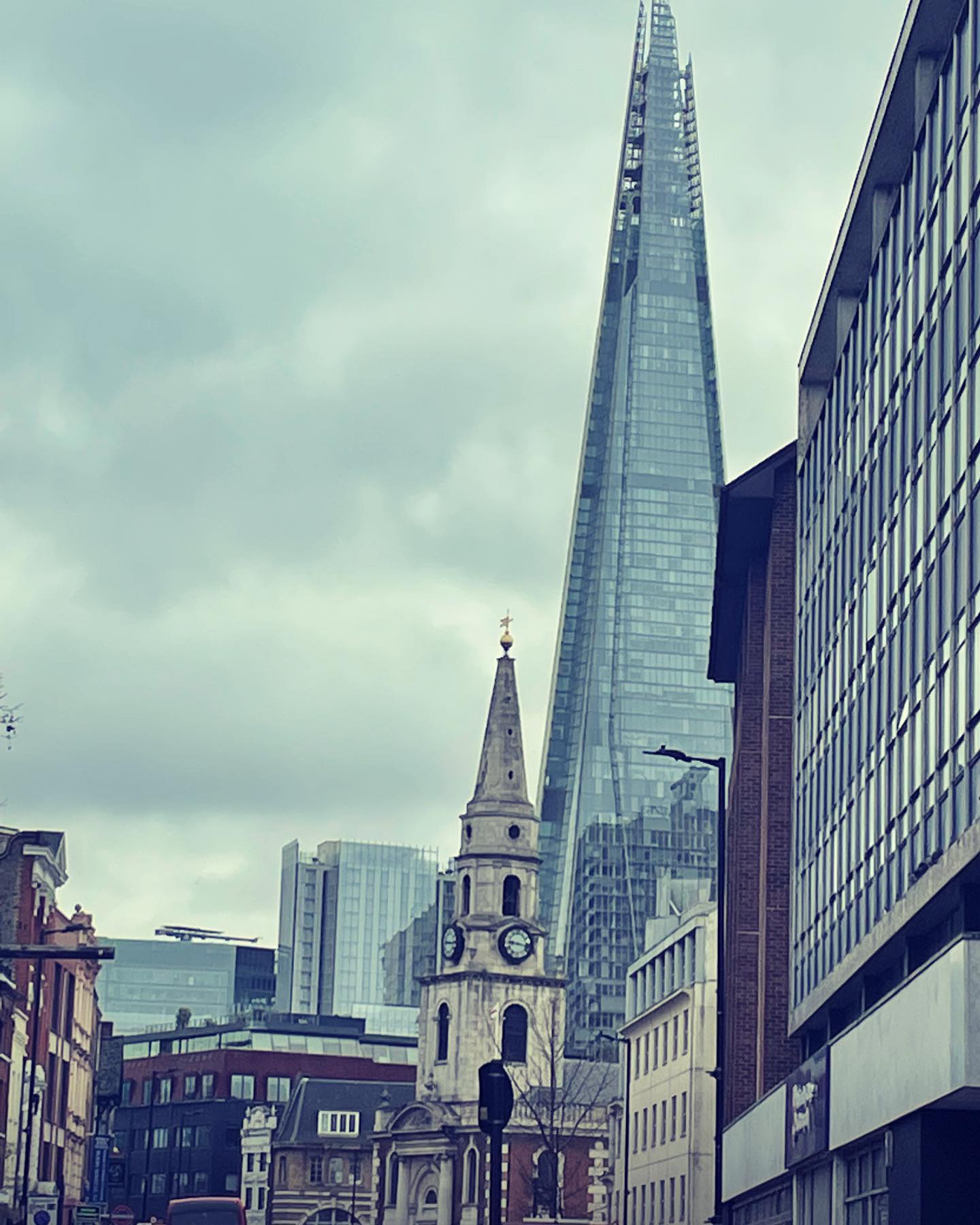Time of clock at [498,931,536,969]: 9:17
